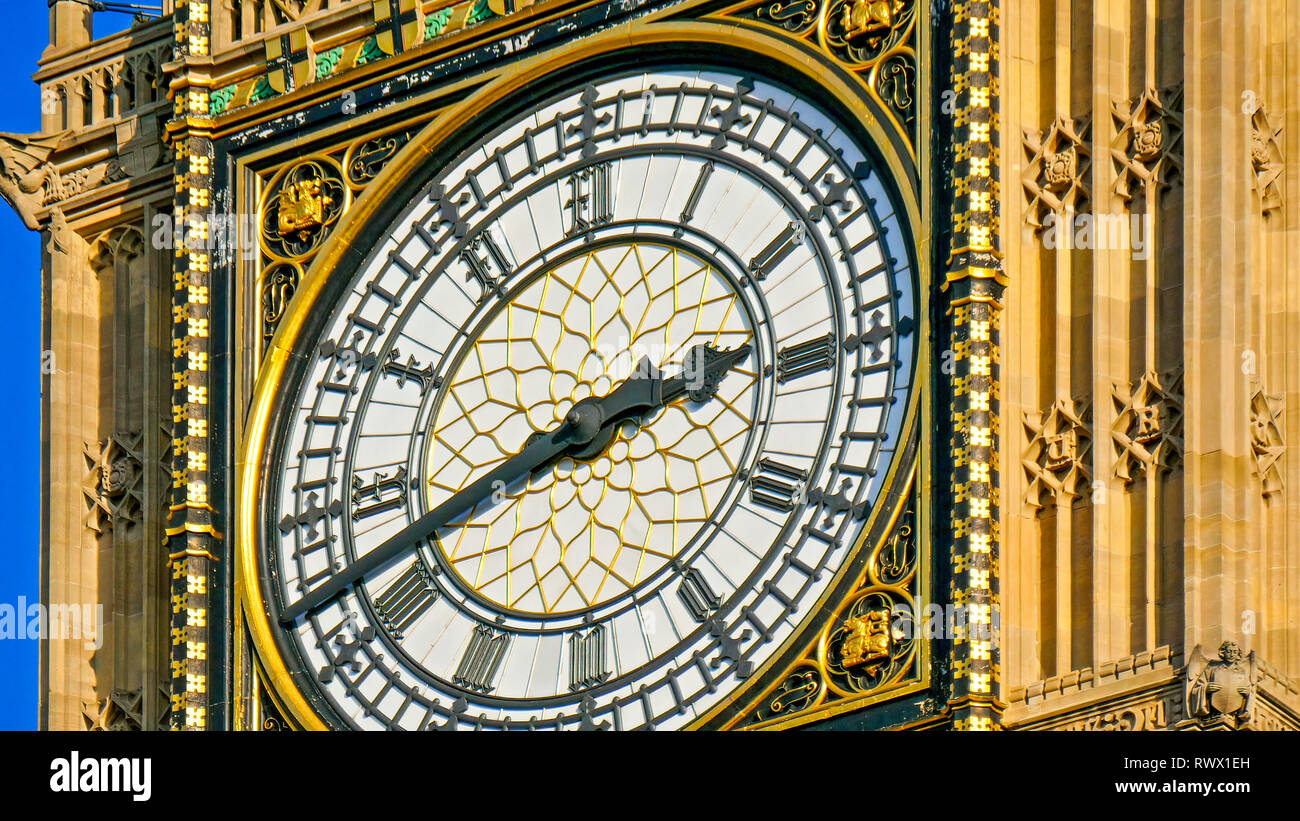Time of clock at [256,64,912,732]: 2:42
